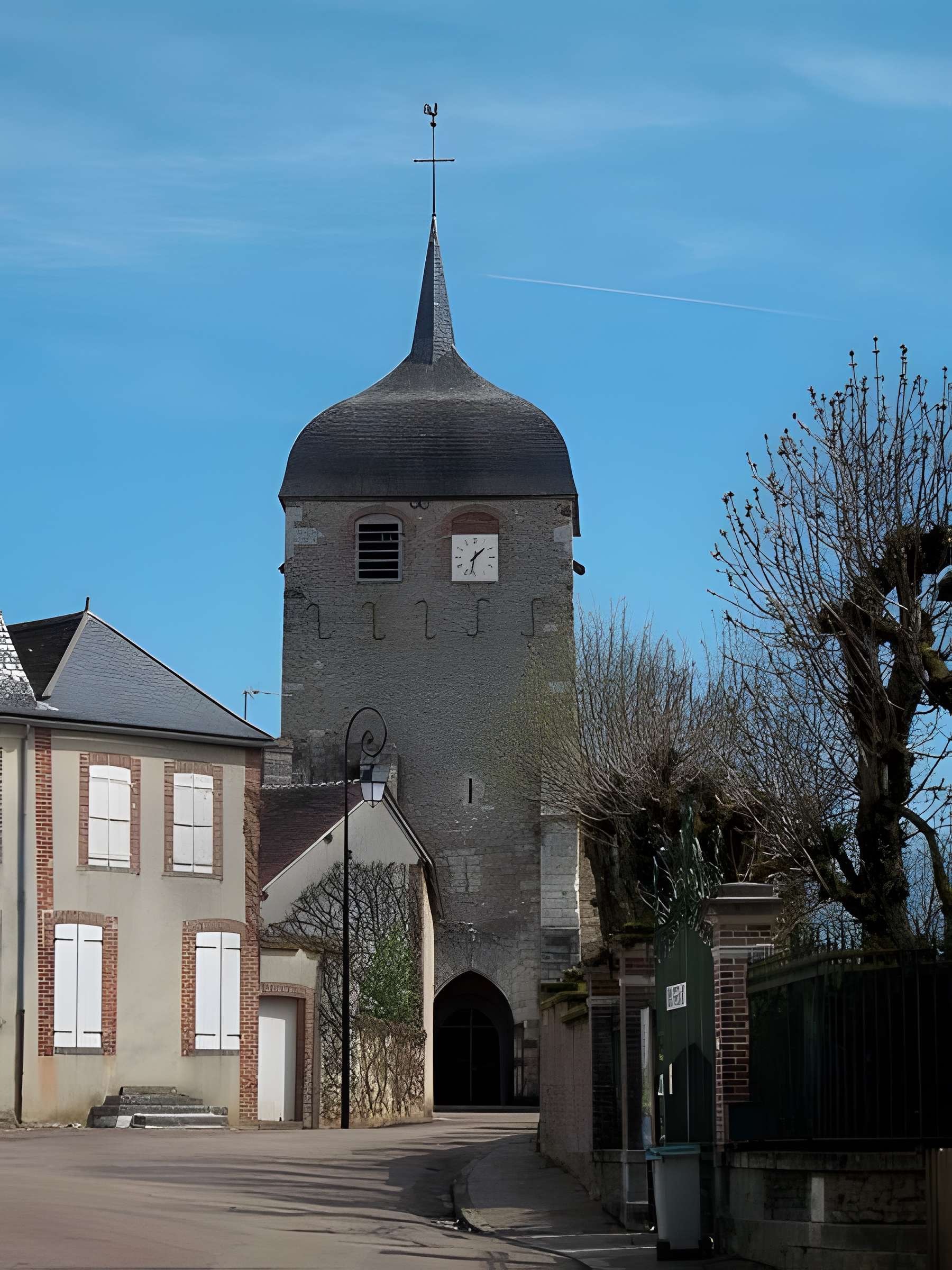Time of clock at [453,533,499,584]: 1:32
